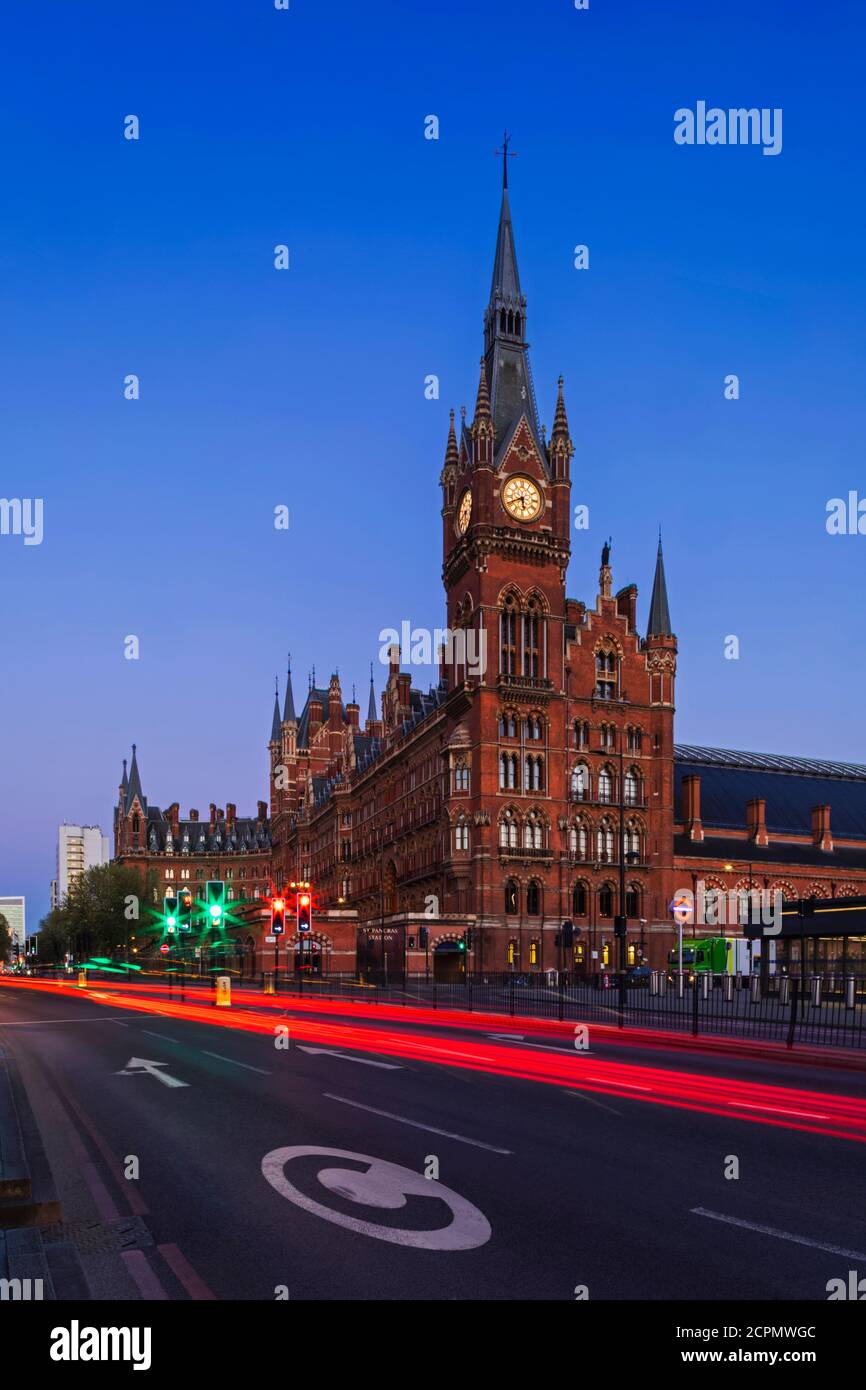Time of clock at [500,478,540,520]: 5:40
